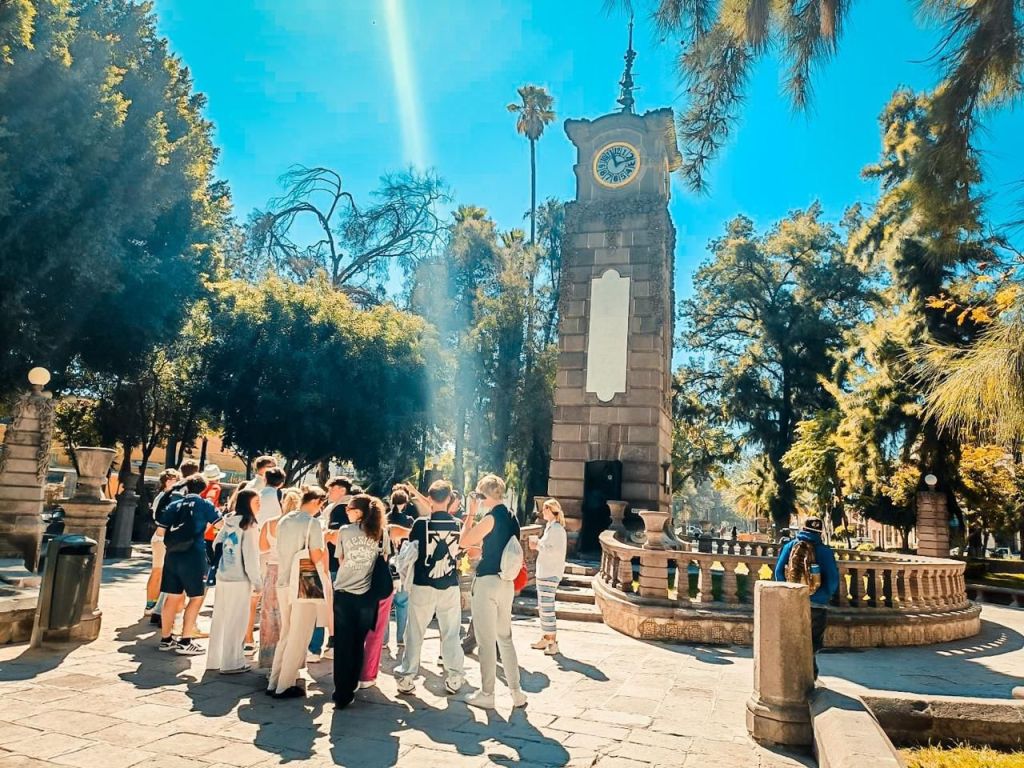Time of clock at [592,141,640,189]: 11:12
